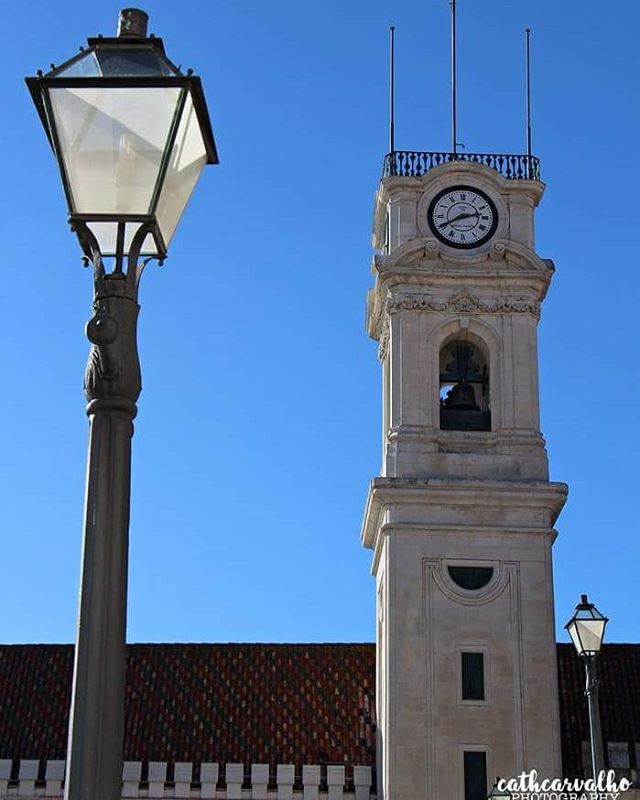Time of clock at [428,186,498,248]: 2:40
